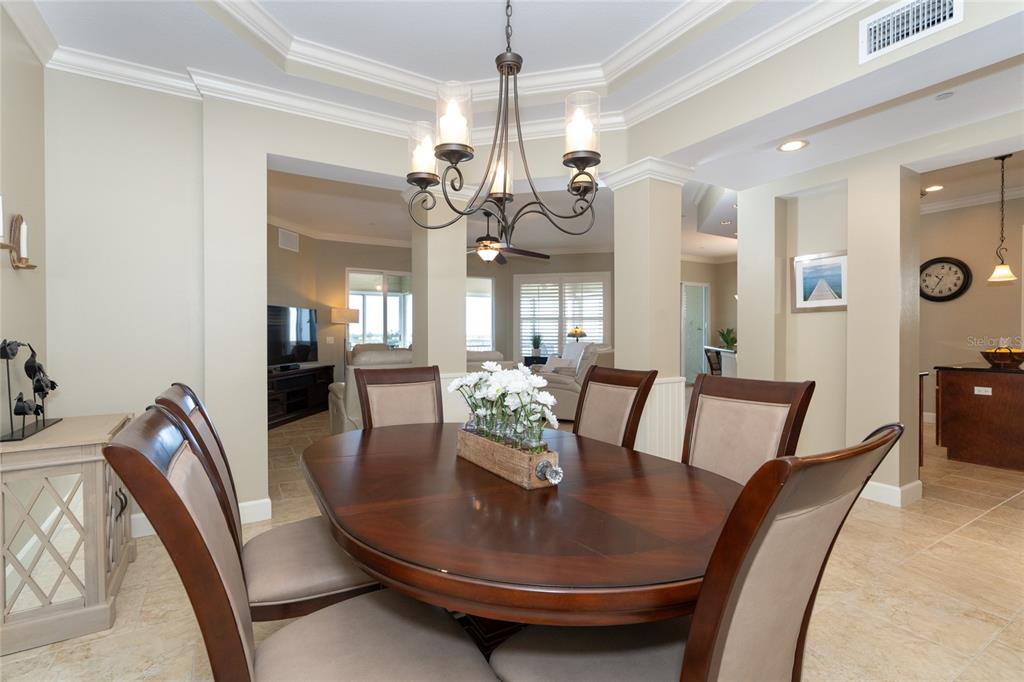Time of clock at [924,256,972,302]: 10:34
